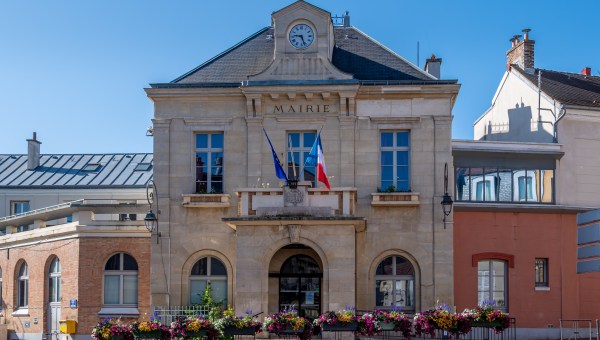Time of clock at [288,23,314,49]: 9:26
